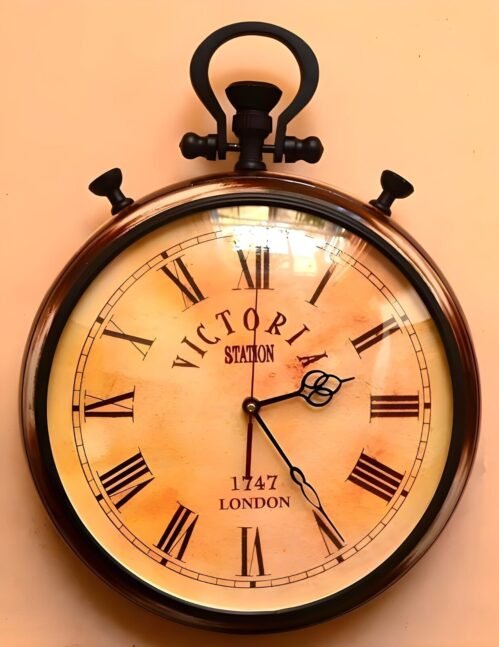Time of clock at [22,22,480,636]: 2:24
